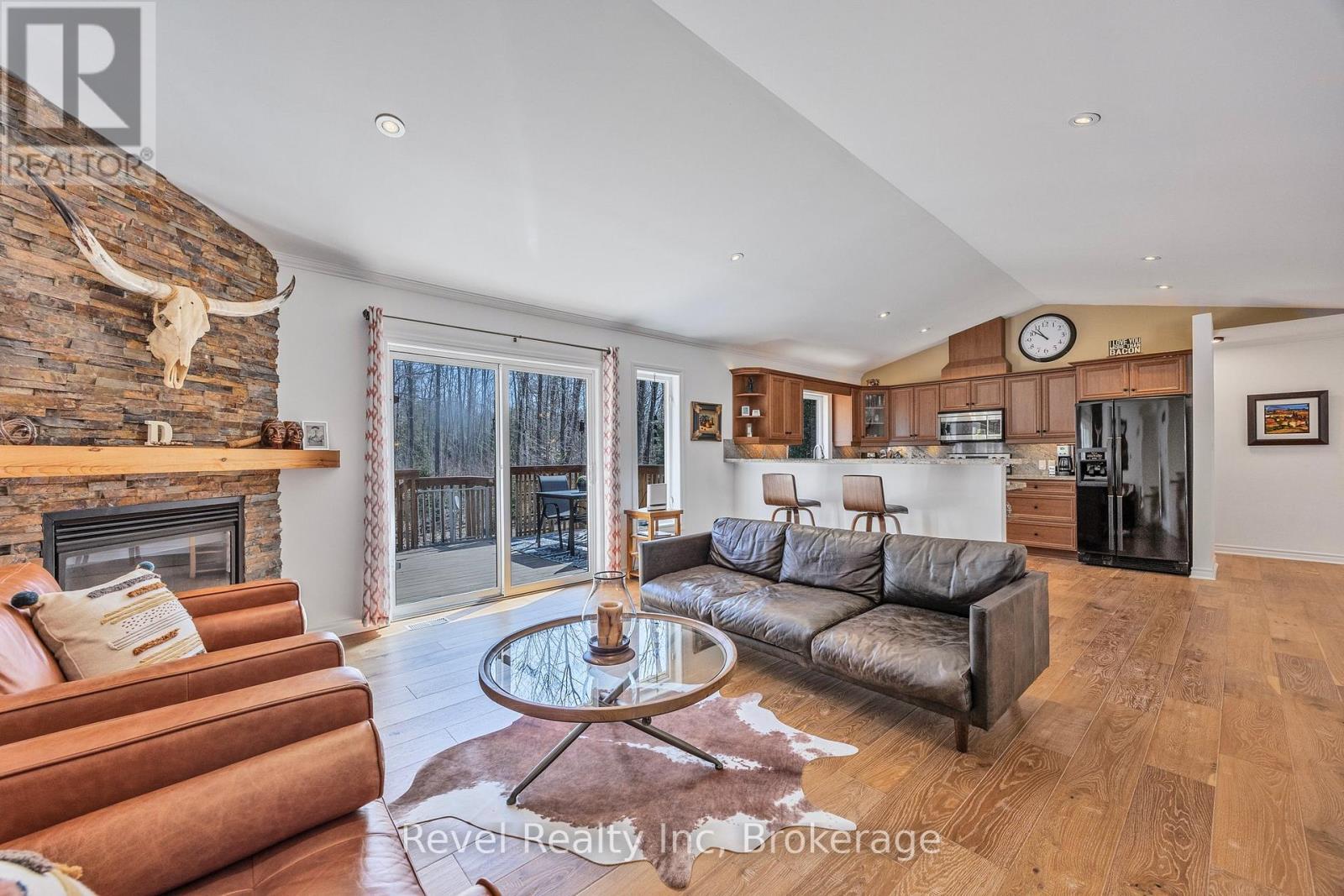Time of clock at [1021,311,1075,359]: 10:51
